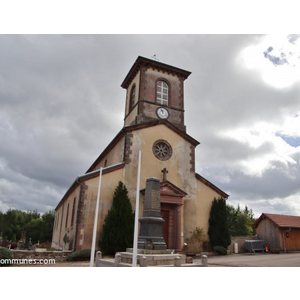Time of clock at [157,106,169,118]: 11:56
